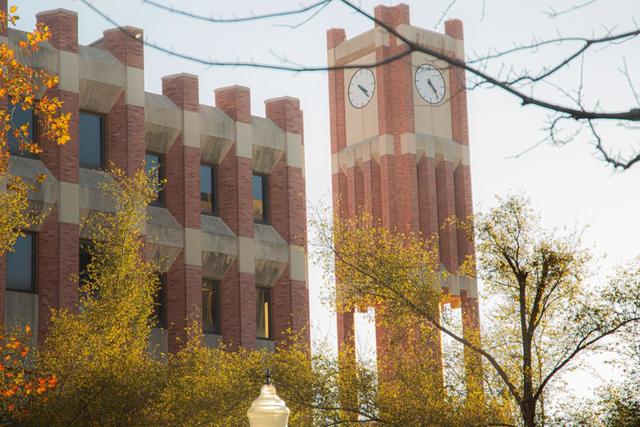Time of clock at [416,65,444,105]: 4:23
